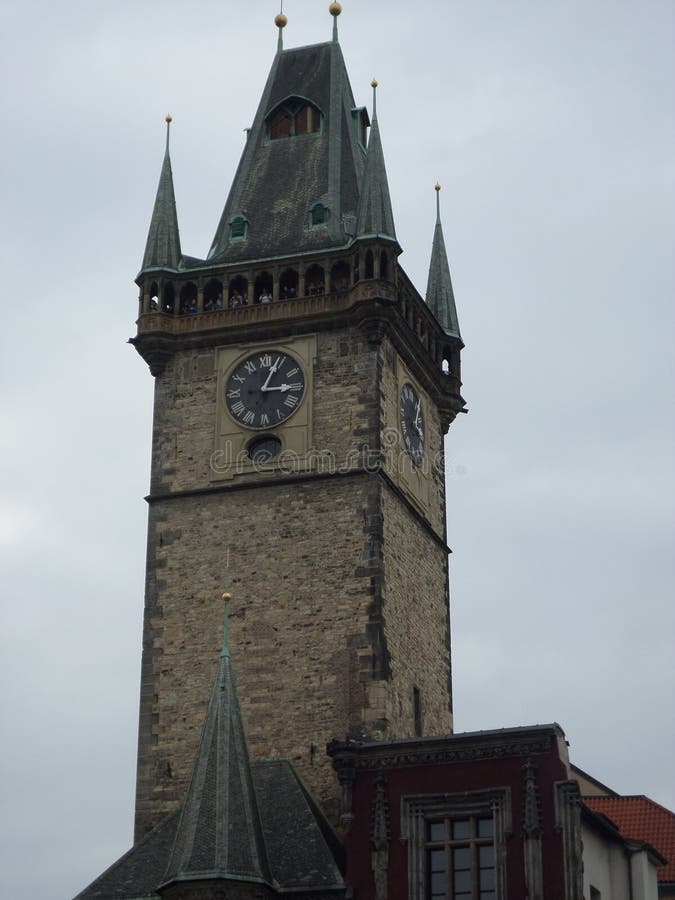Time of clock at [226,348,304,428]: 3:03
